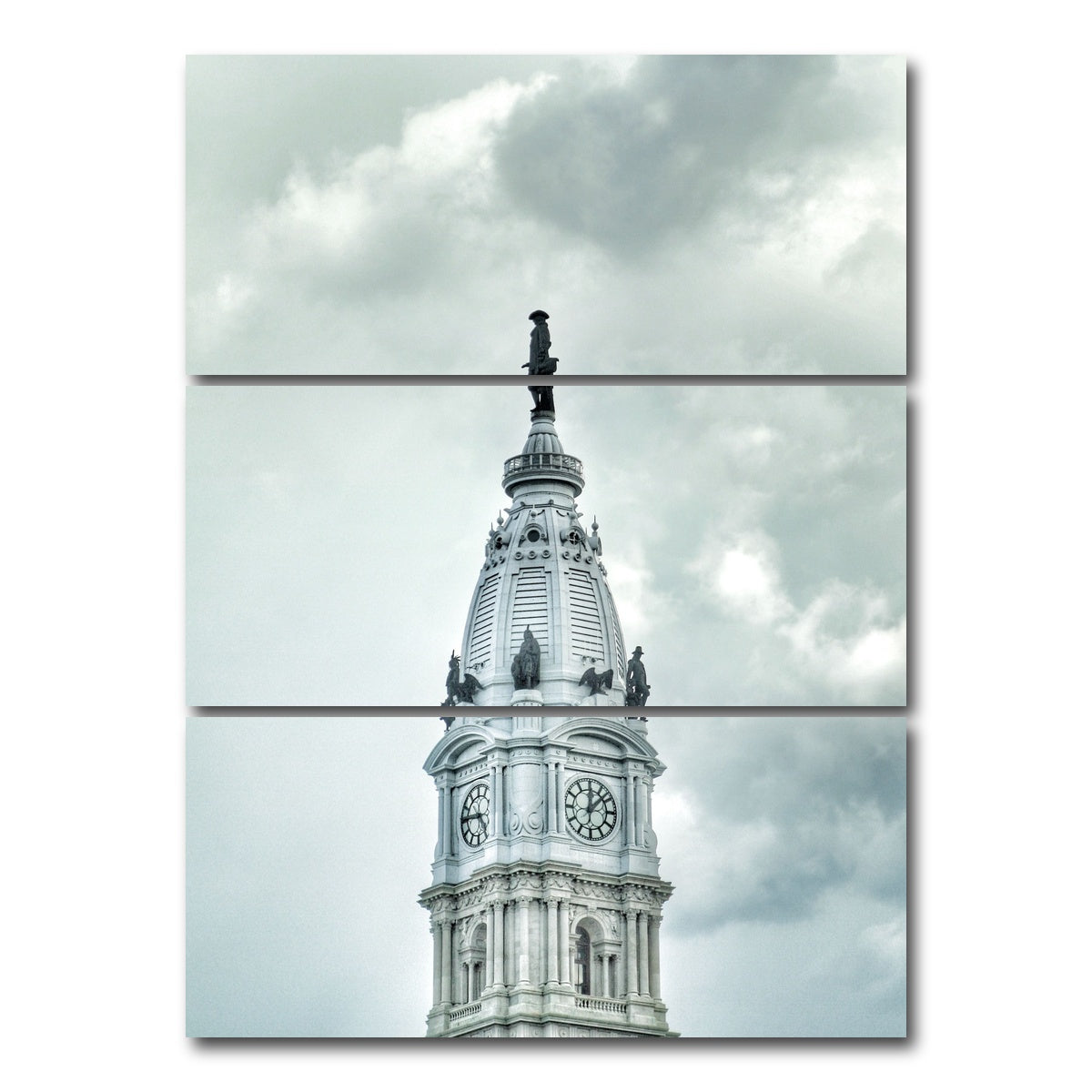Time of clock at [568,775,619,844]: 12:07
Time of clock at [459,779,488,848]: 4:45
